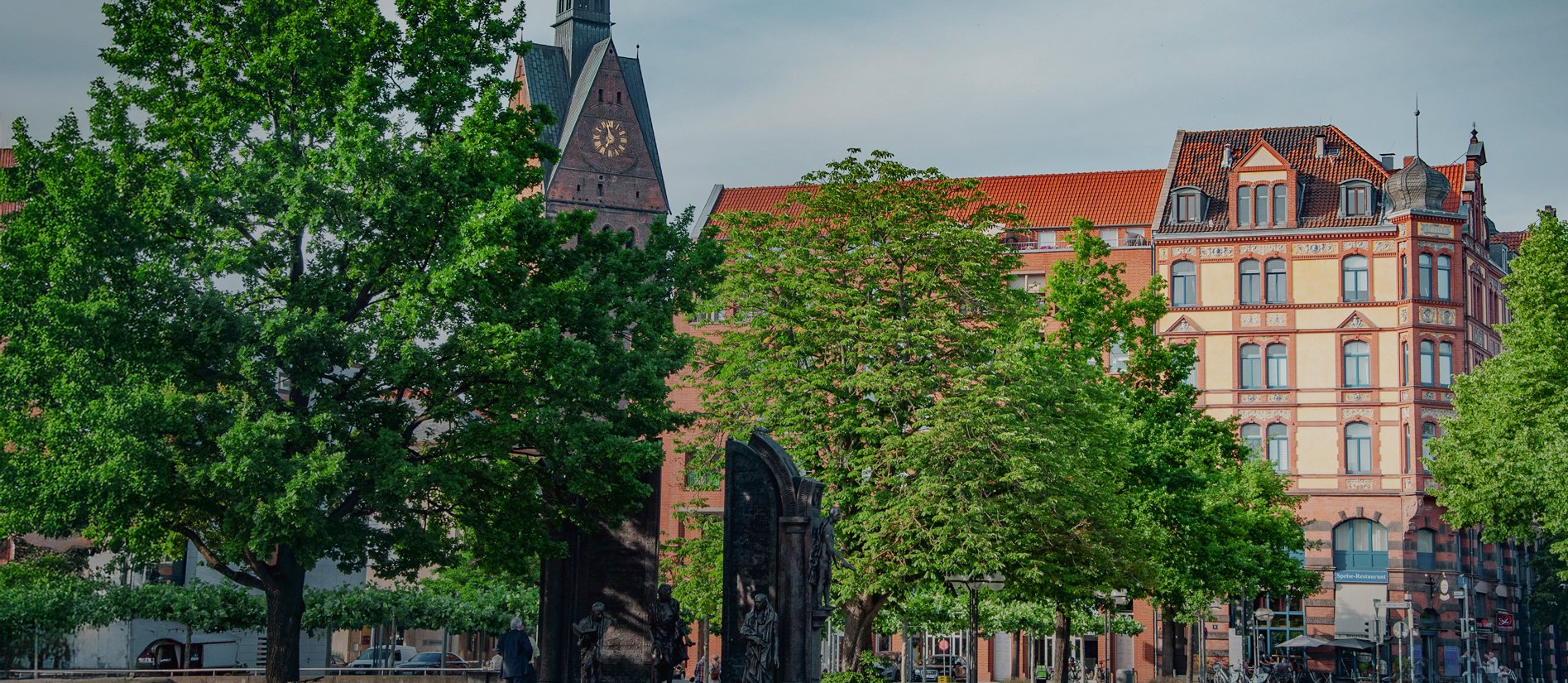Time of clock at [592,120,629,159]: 6:58
